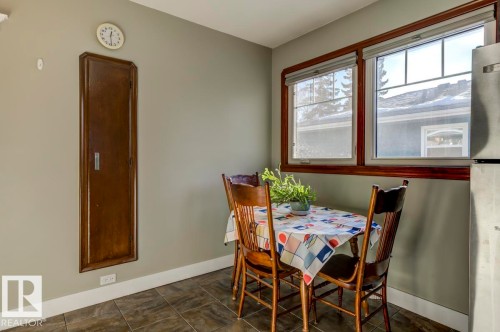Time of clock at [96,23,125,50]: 12:29
